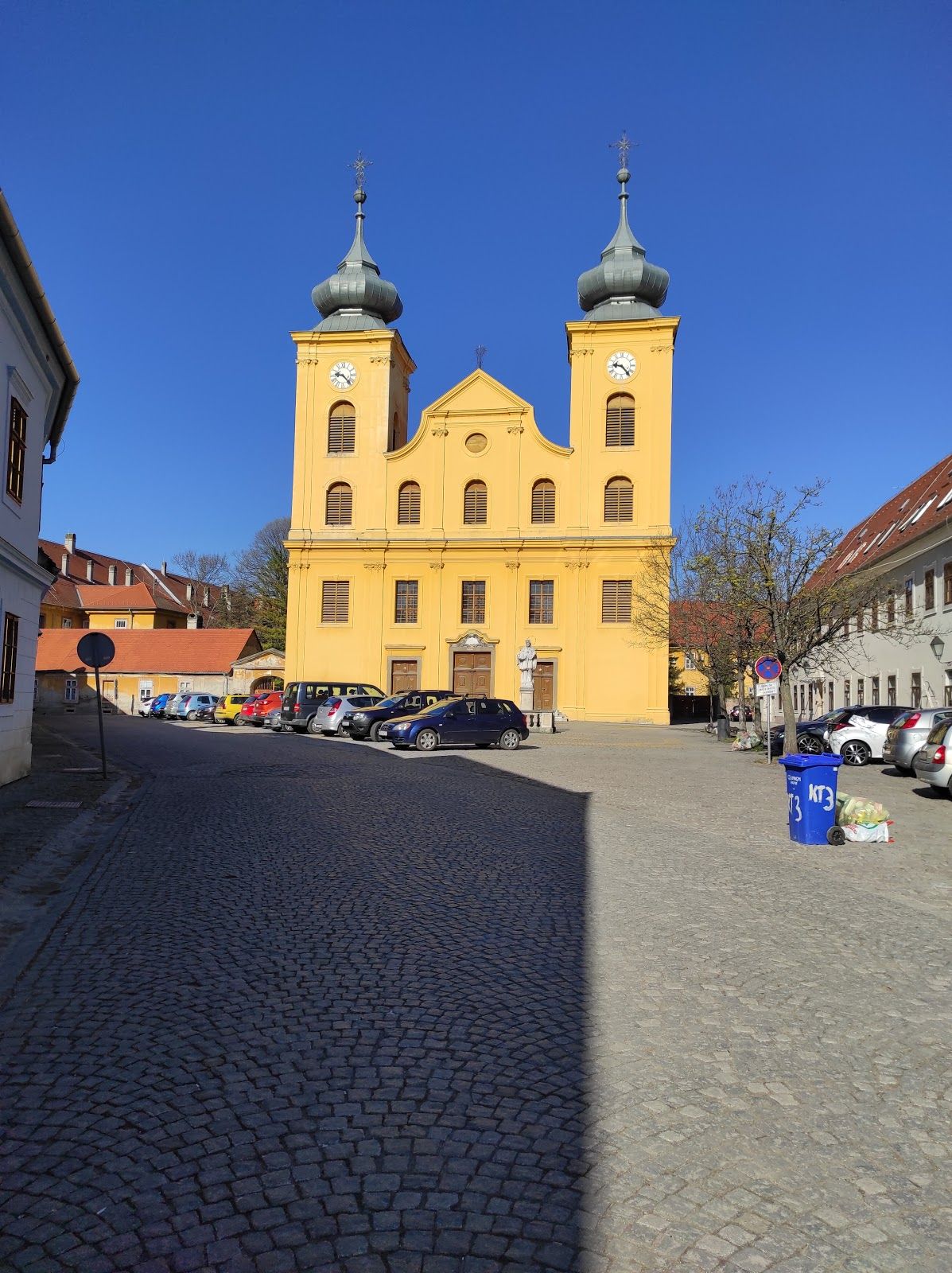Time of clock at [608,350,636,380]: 9:23
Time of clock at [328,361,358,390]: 9:22
